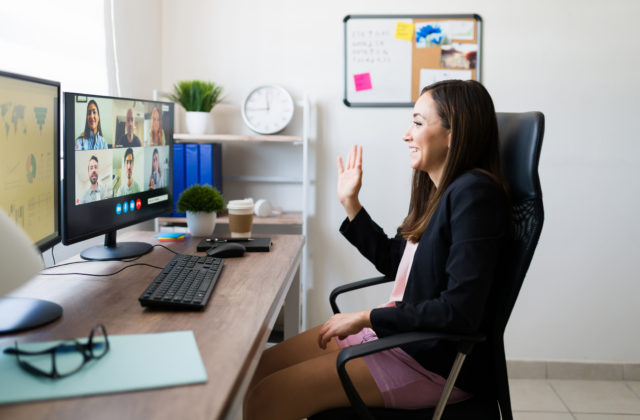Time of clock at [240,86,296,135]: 11:44
